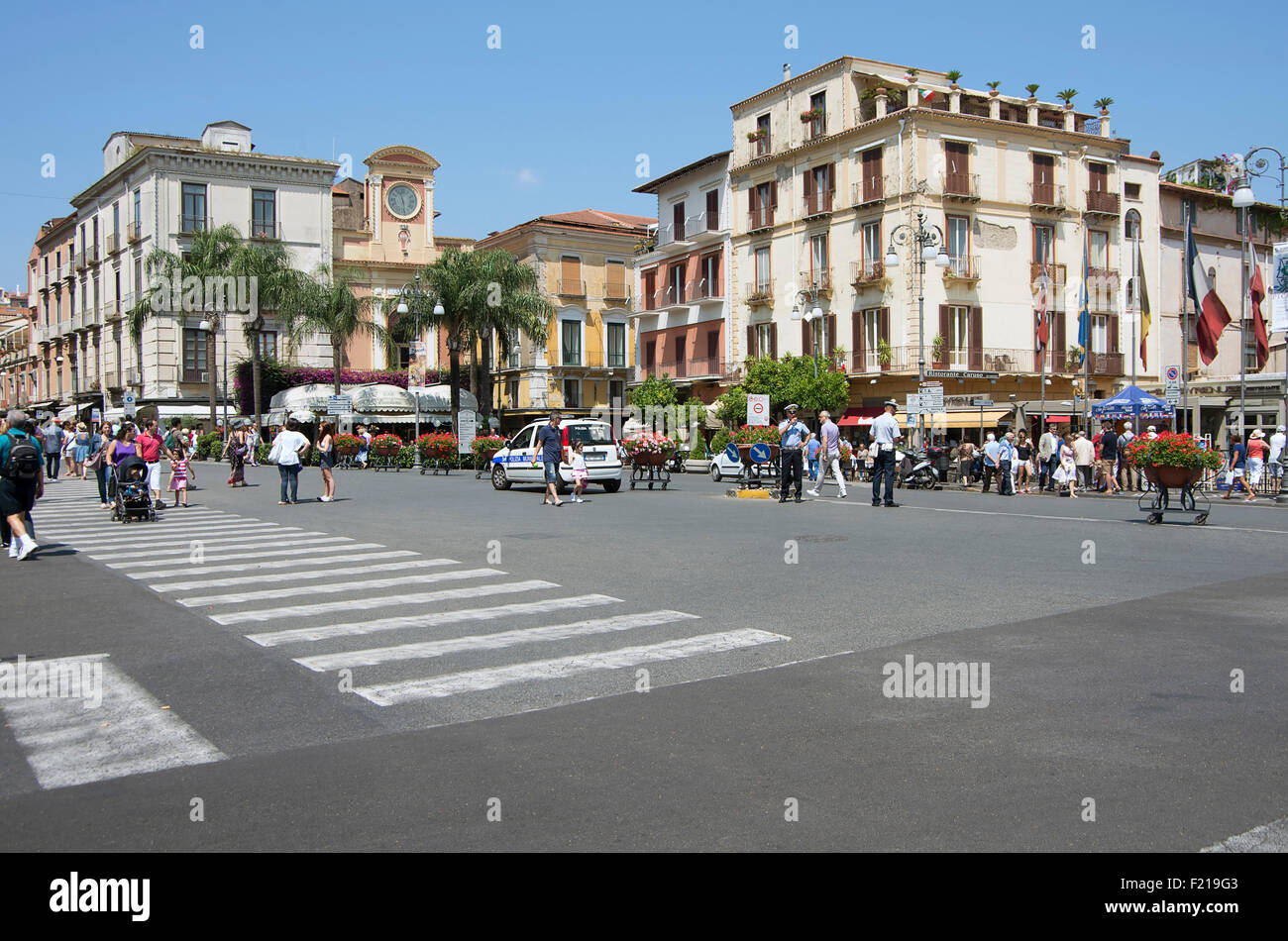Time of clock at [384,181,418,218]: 11:28
